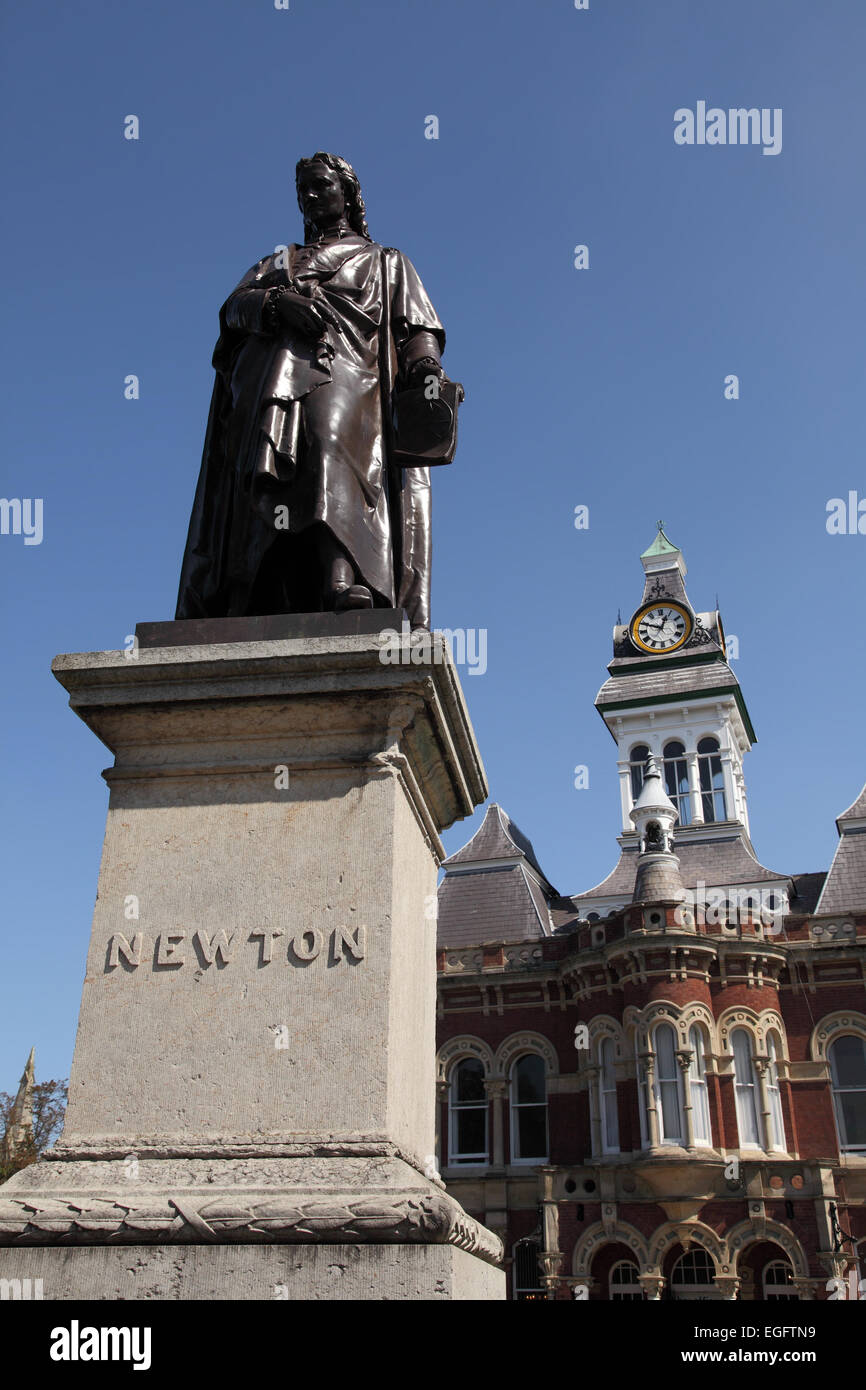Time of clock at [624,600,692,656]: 12:48
